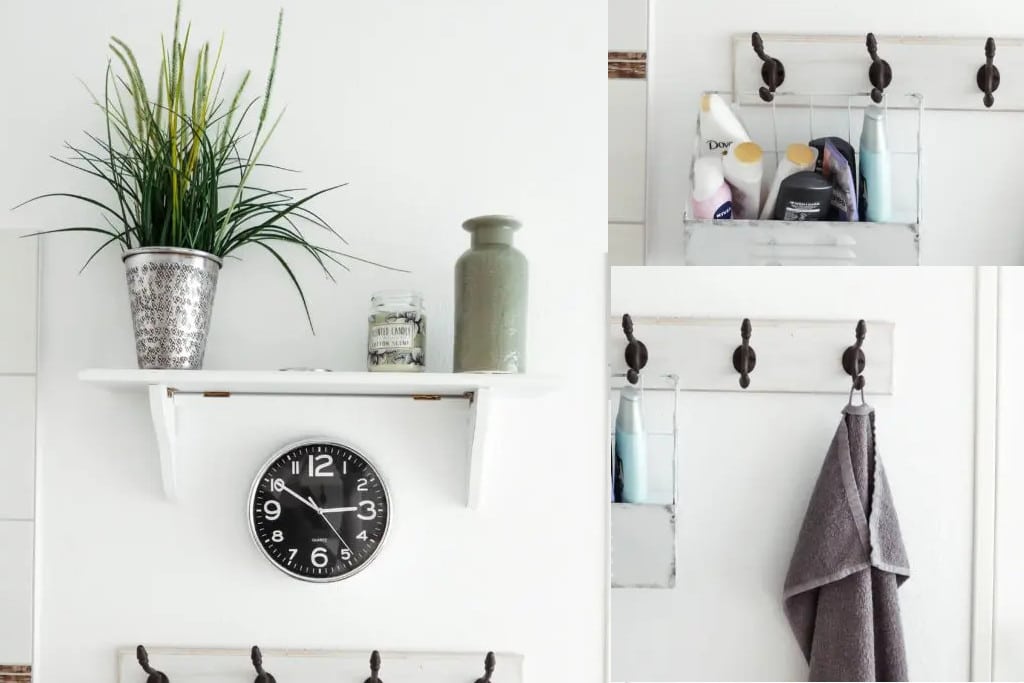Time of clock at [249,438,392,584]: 2:50
